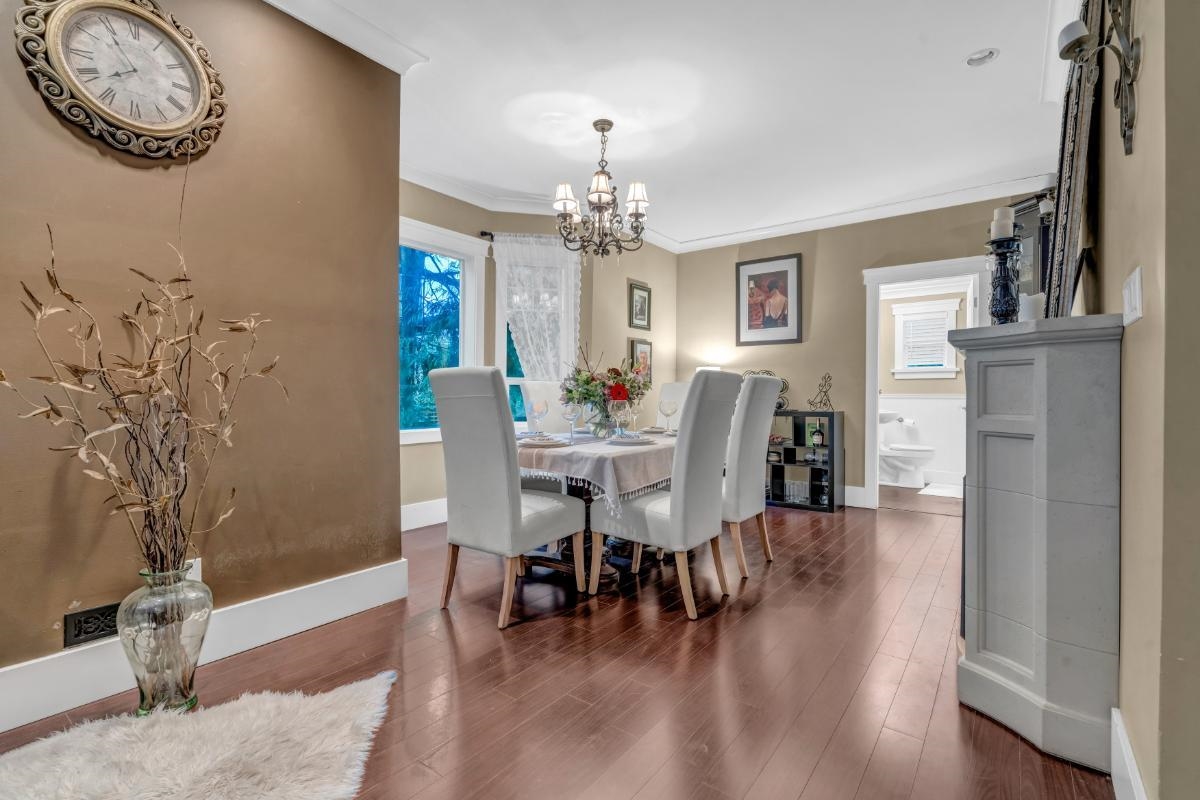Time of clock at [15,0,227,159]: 7:54
